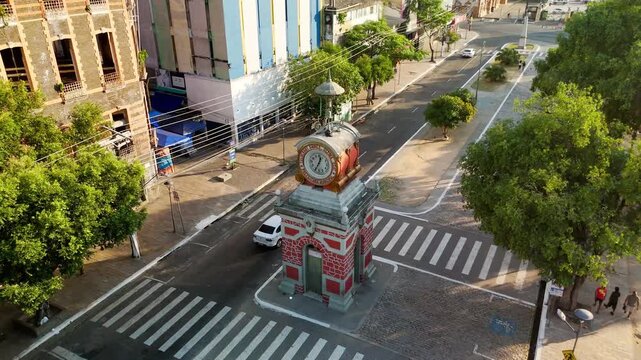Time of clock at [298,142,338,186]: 12:34
